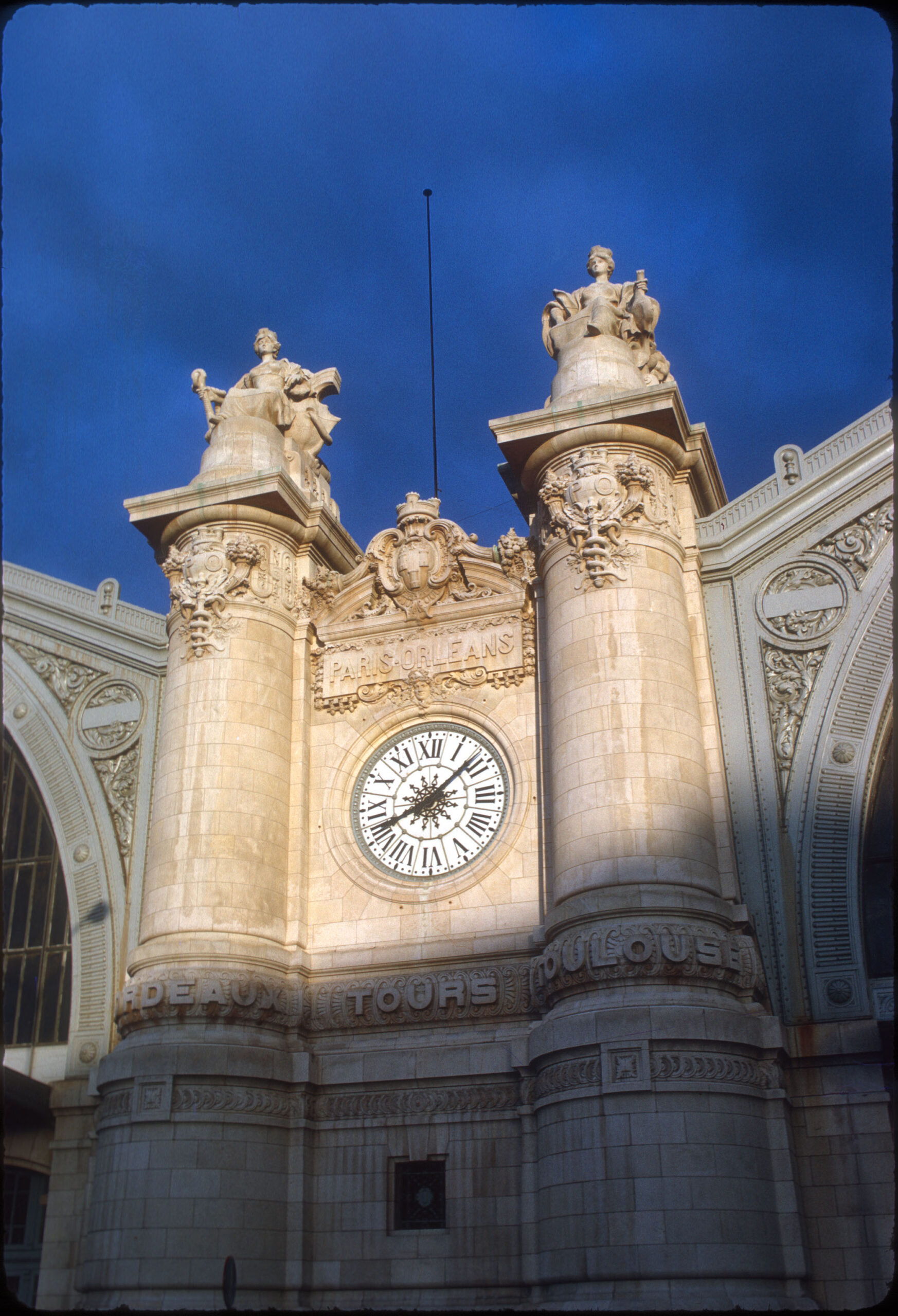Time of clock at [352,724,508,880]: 8:08
